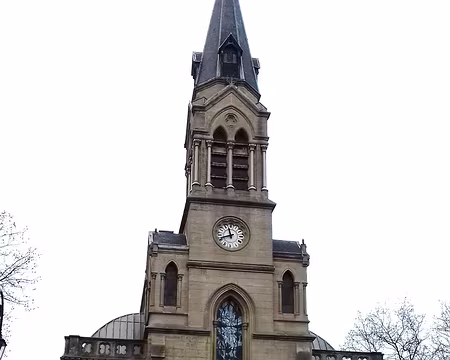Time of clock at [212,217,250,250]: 11:40
